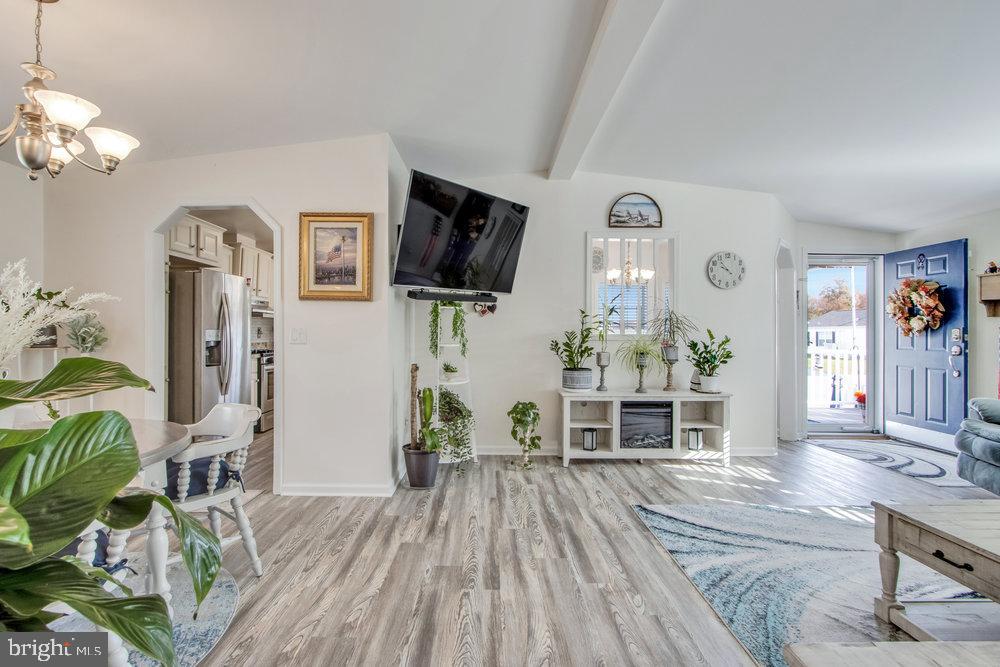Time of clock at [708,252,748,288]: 9:53
